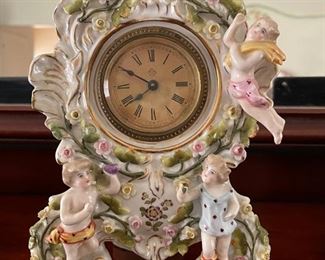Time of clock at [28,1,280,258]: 7:49
